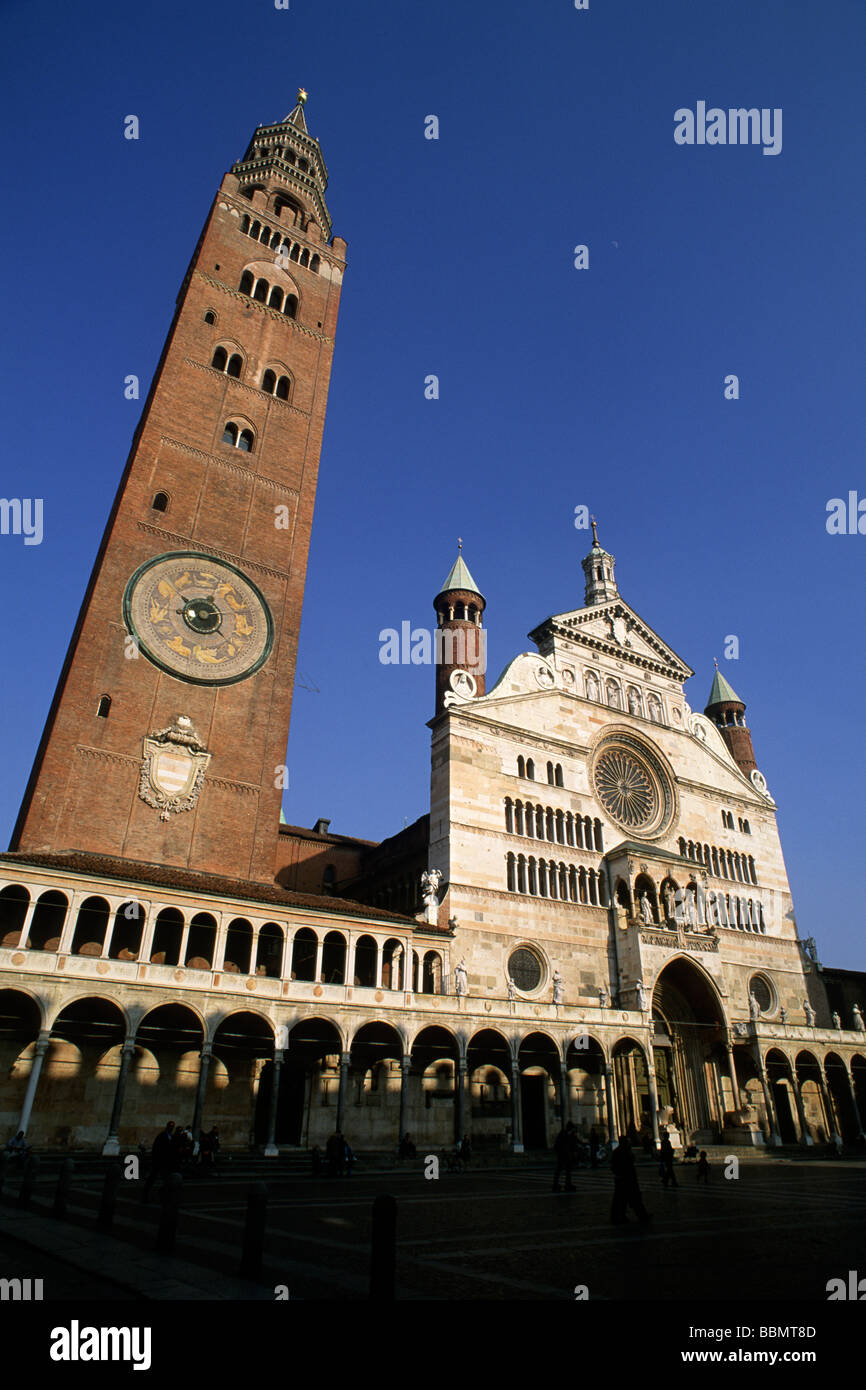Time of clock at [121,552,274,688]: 8:52
